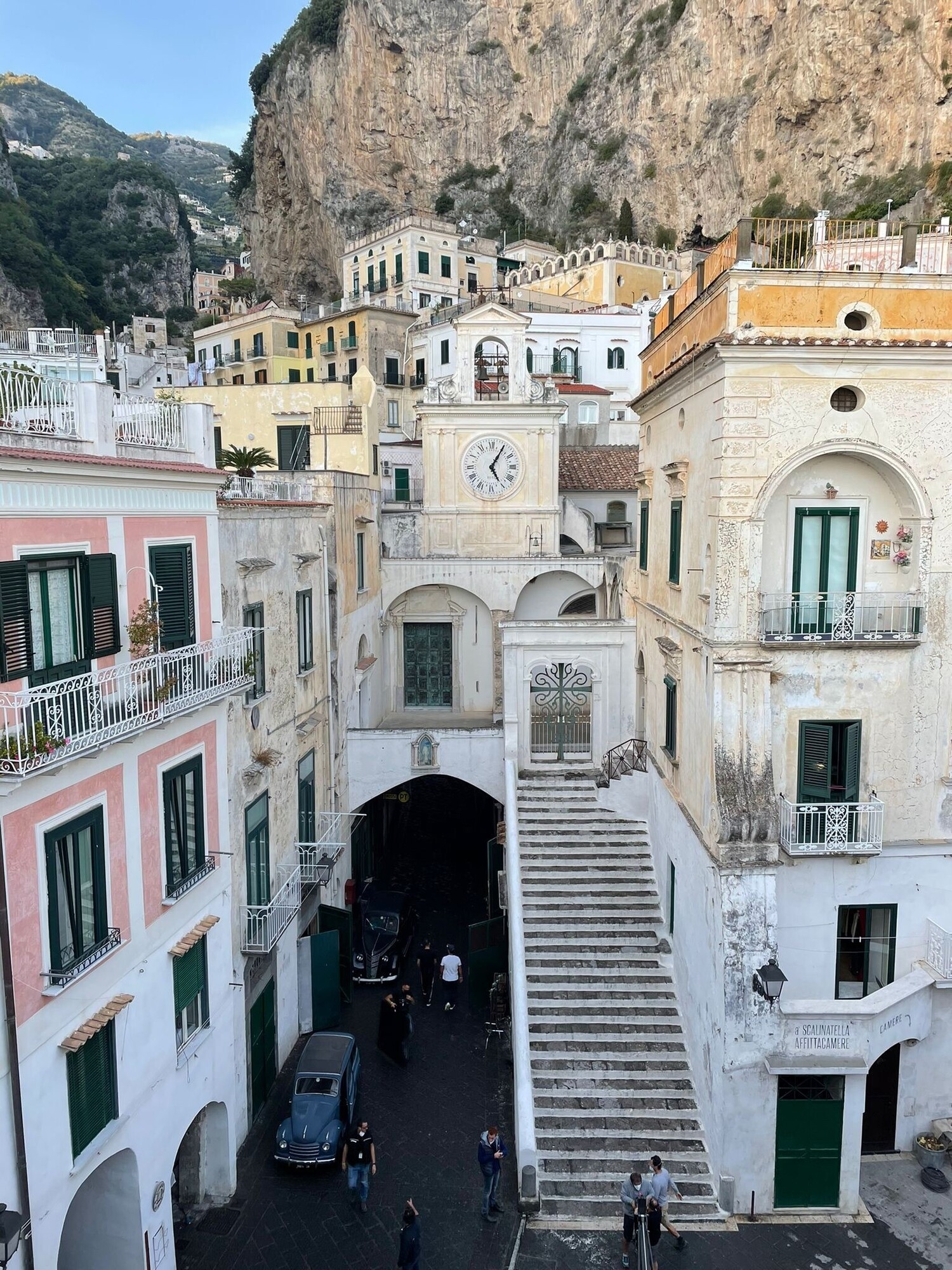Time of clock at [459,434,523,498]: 5:05
